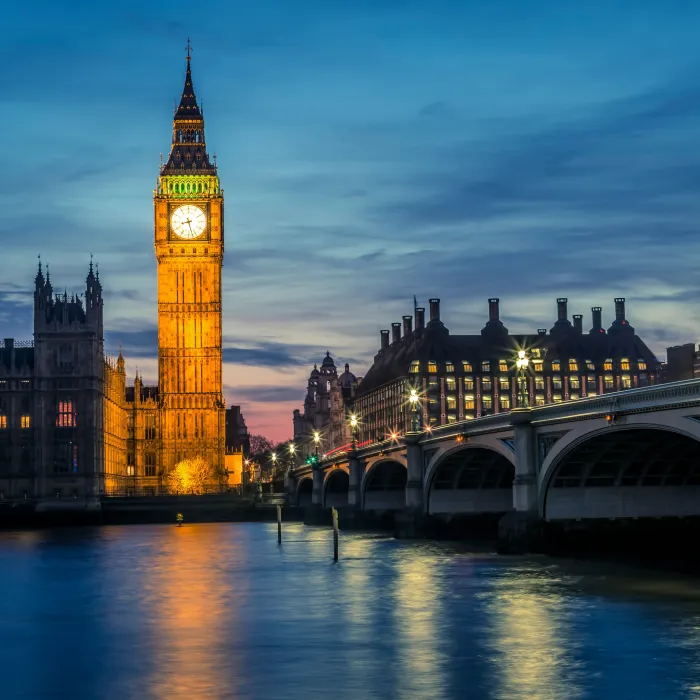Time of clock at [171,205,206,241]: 8:27
